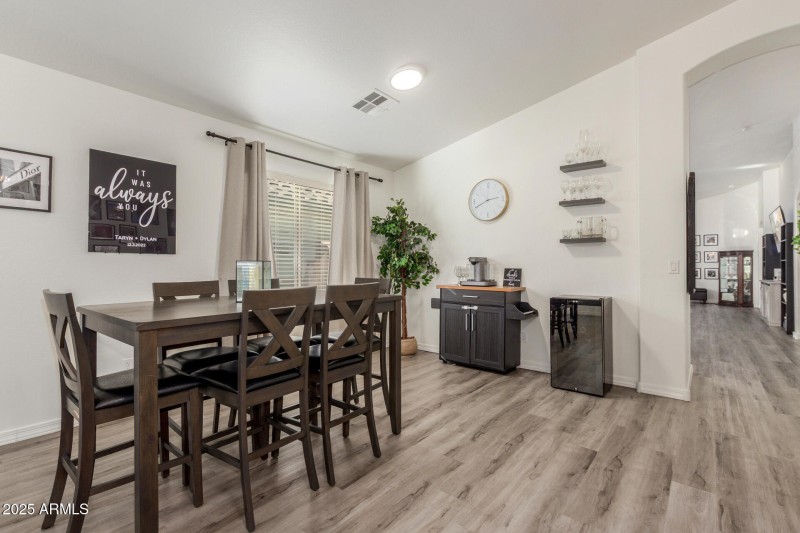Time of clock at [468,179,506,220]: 2:40
